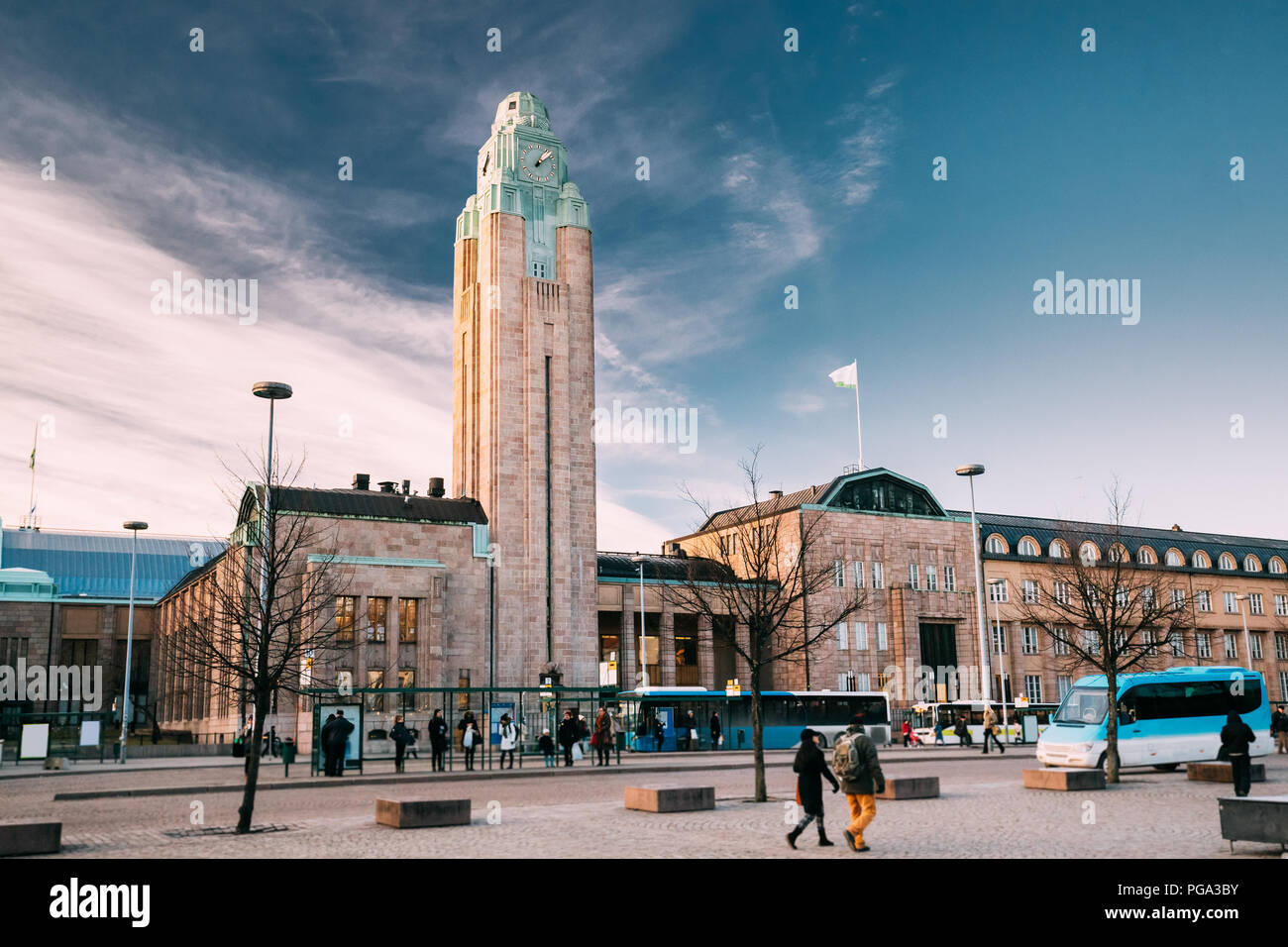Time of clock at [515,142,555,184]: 1:08
